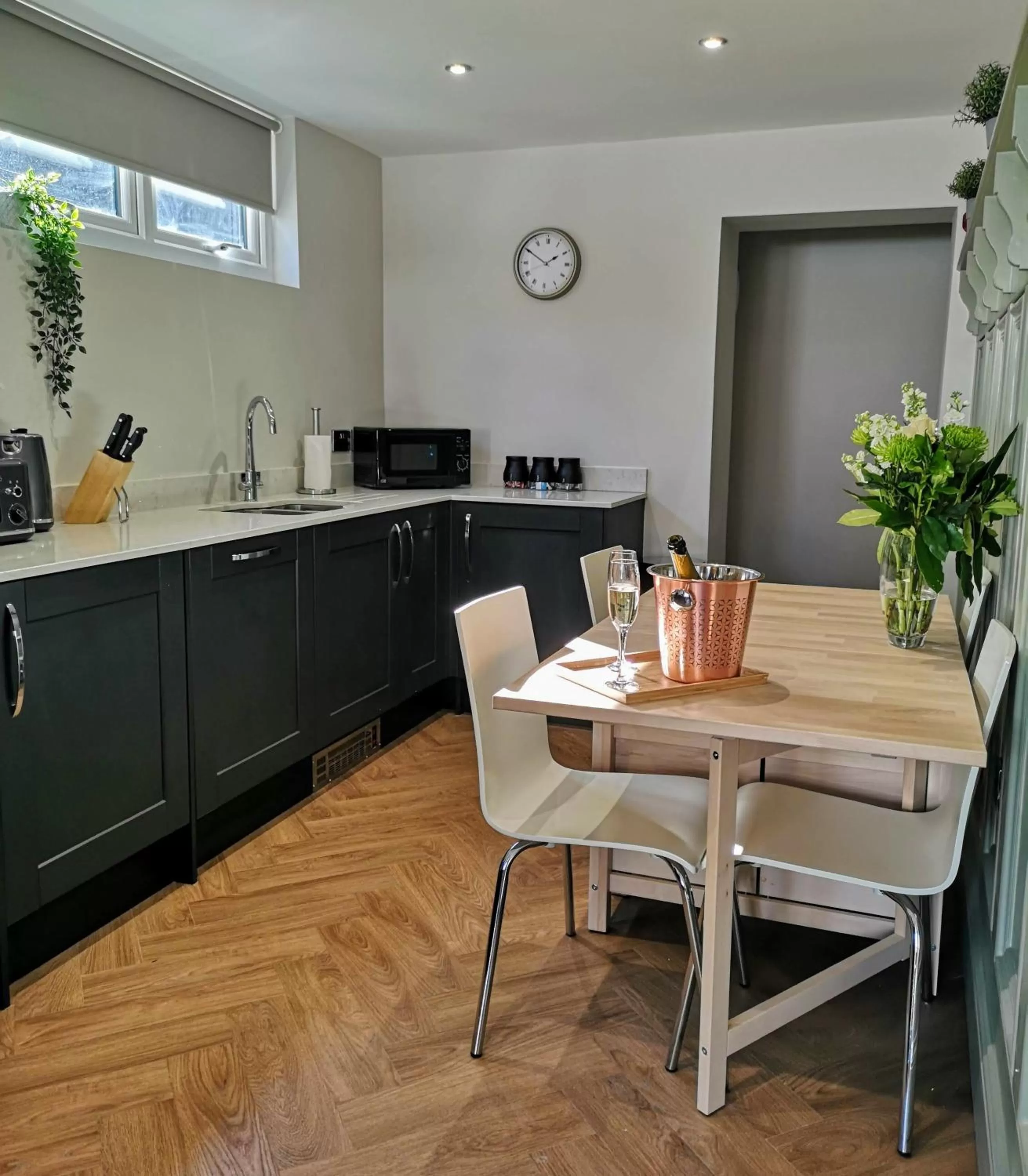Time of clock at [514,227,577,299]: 1:50
